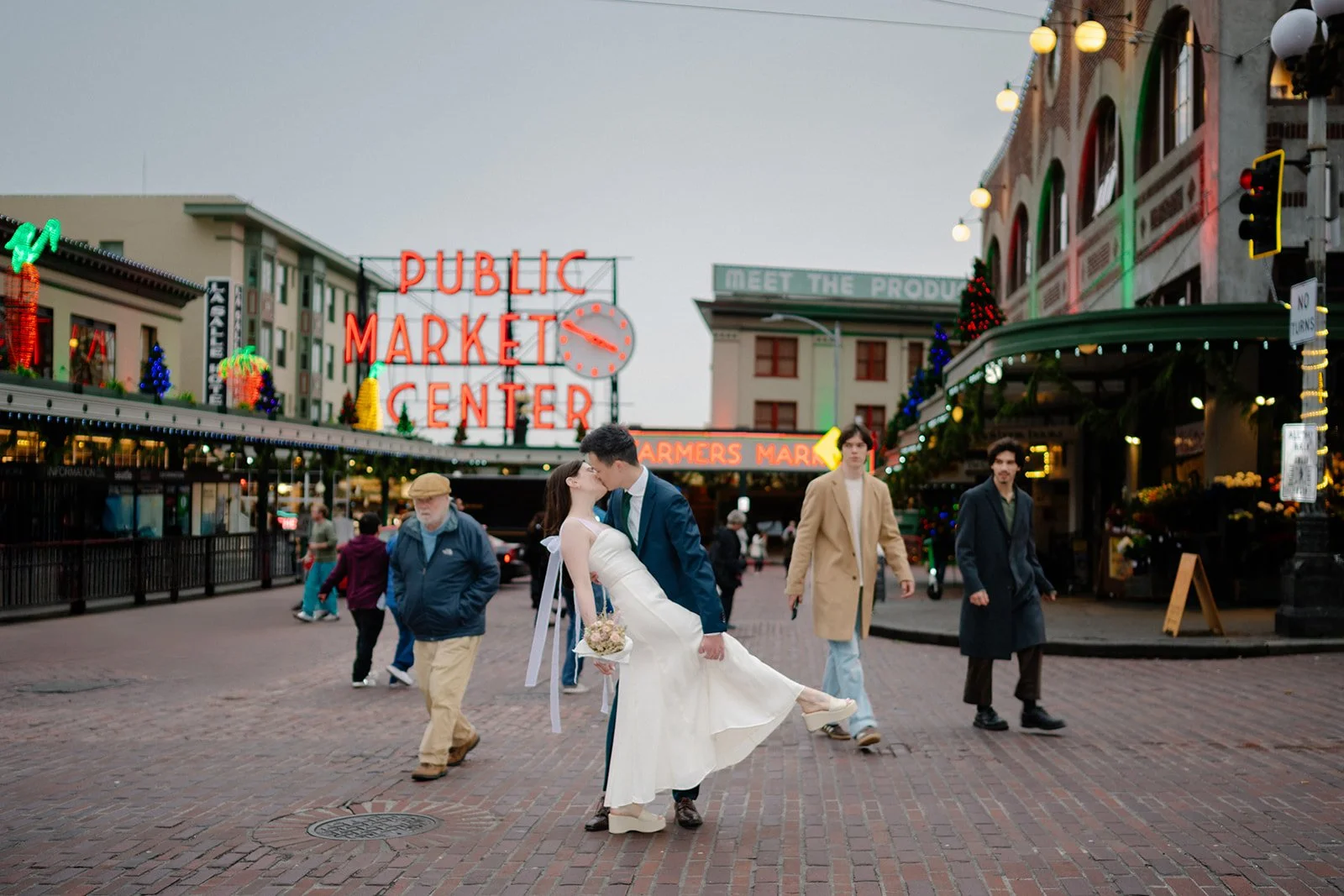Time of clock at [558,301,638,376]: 3:49
